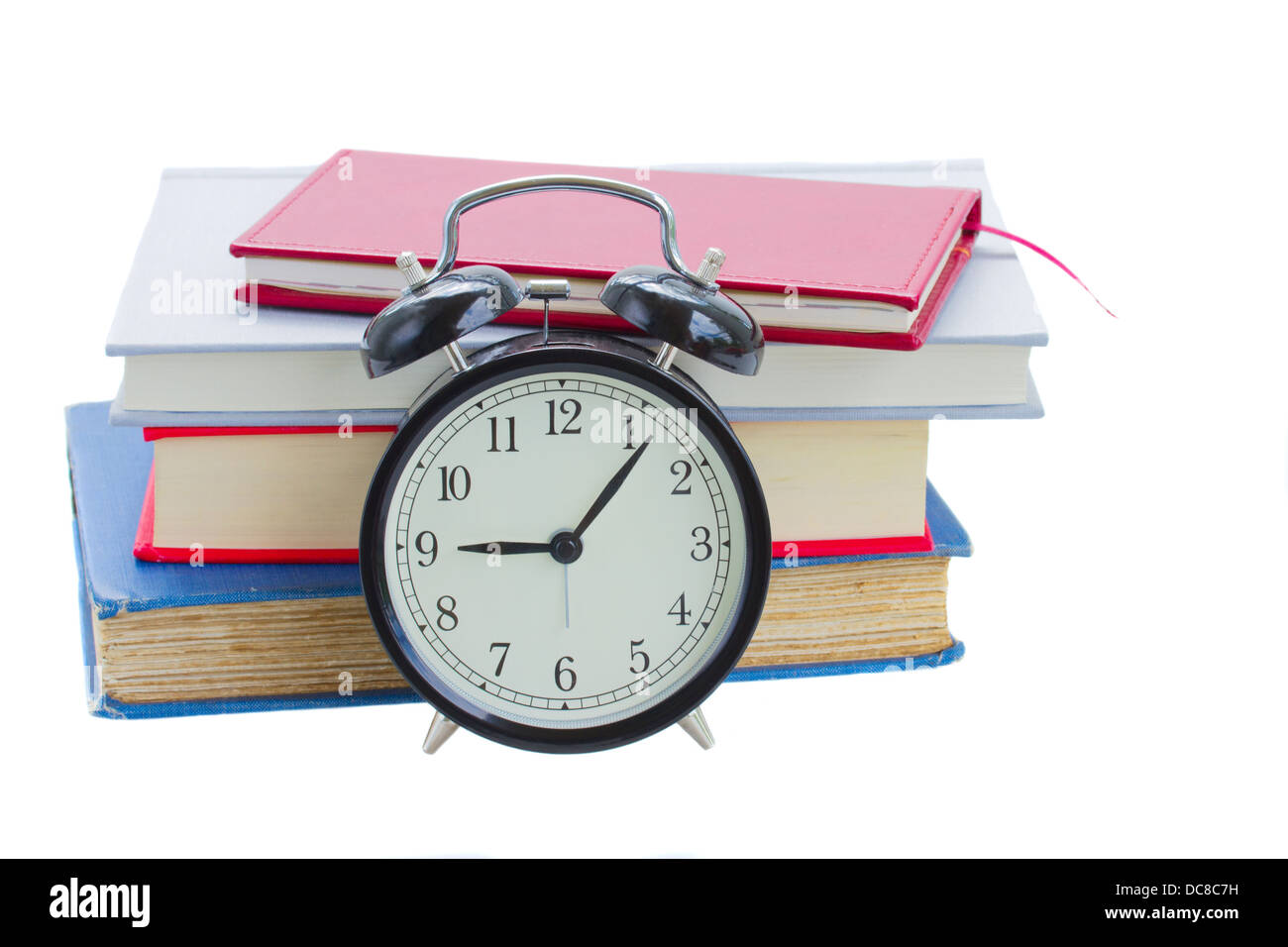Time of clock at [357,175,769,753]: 9:06
